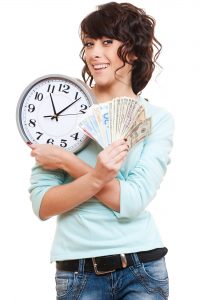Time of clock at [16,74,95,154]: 11:06
